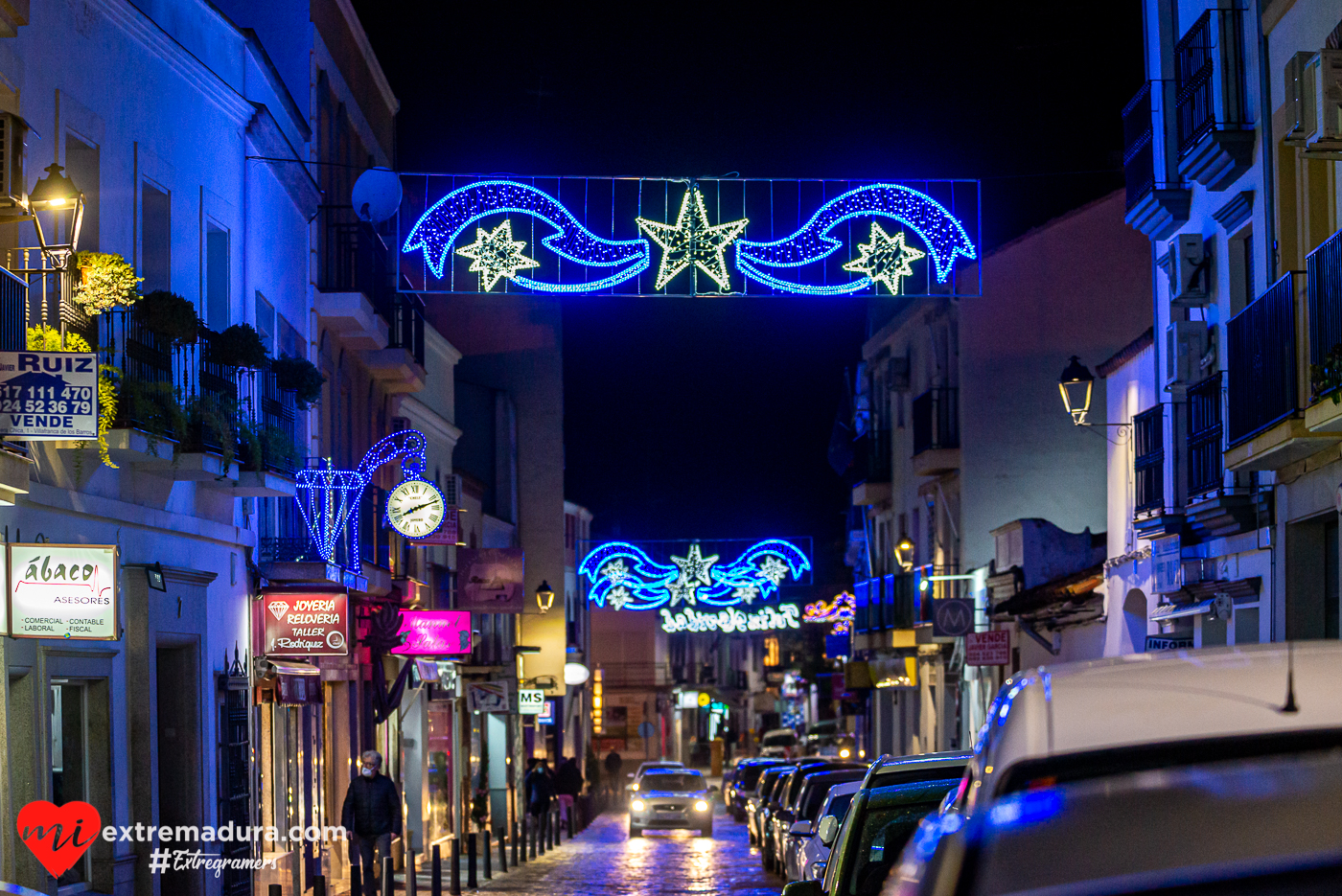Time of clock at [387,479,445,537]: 8:12
